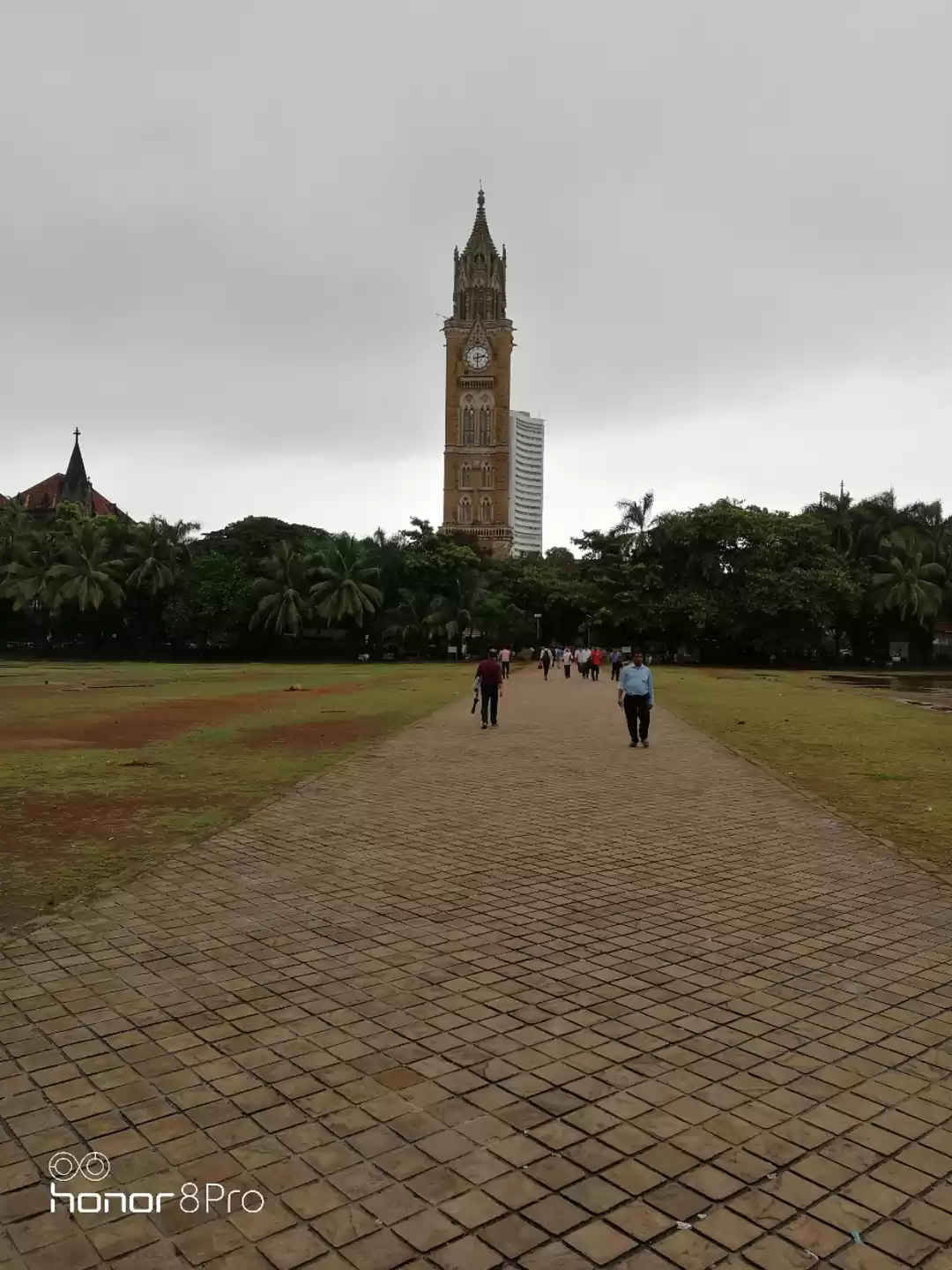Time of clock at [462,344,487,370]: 2:29
